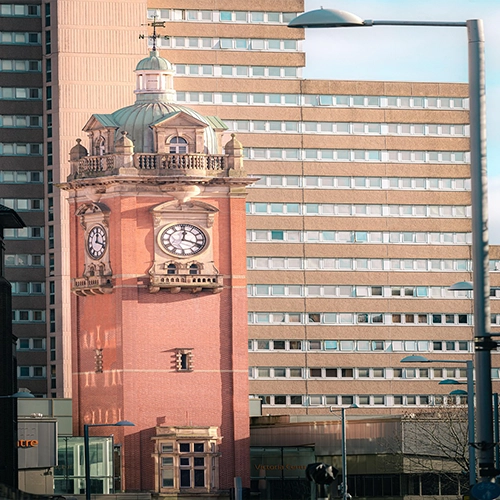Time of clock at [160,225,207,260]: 12:18
